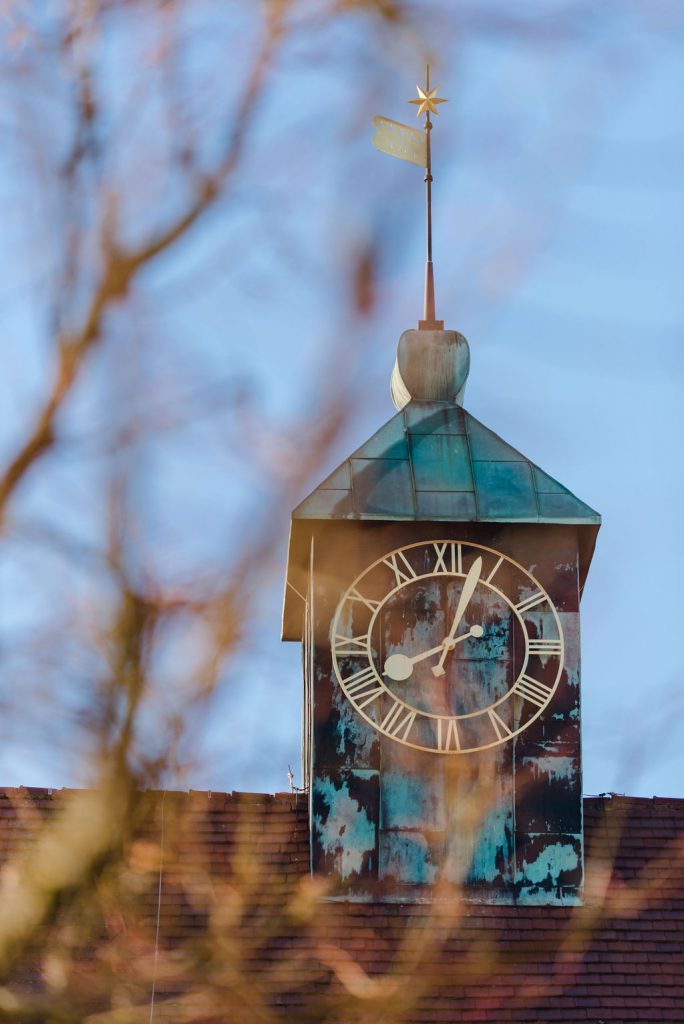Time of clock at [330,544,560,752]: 2:03
